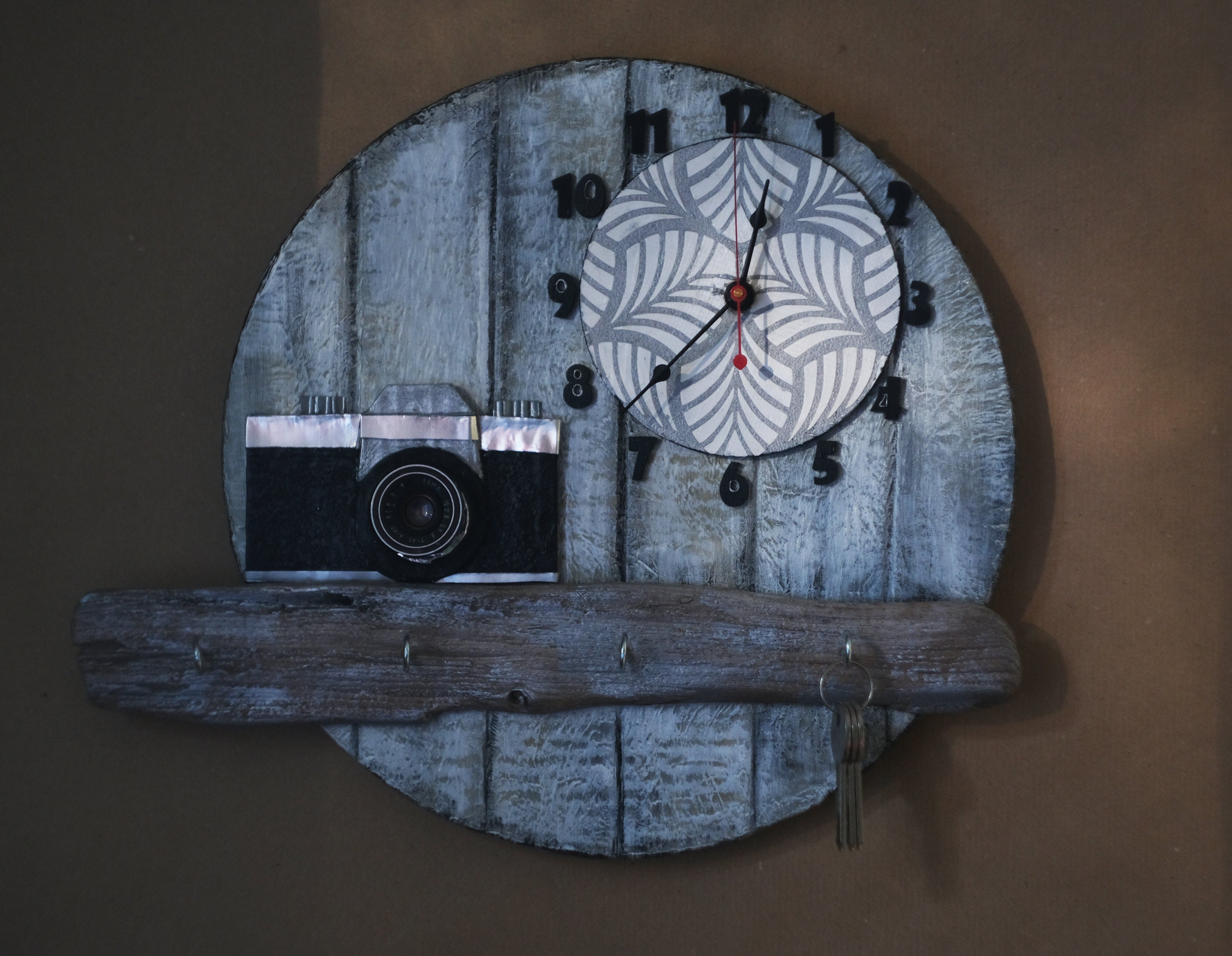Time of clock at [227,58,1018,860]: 12:37
